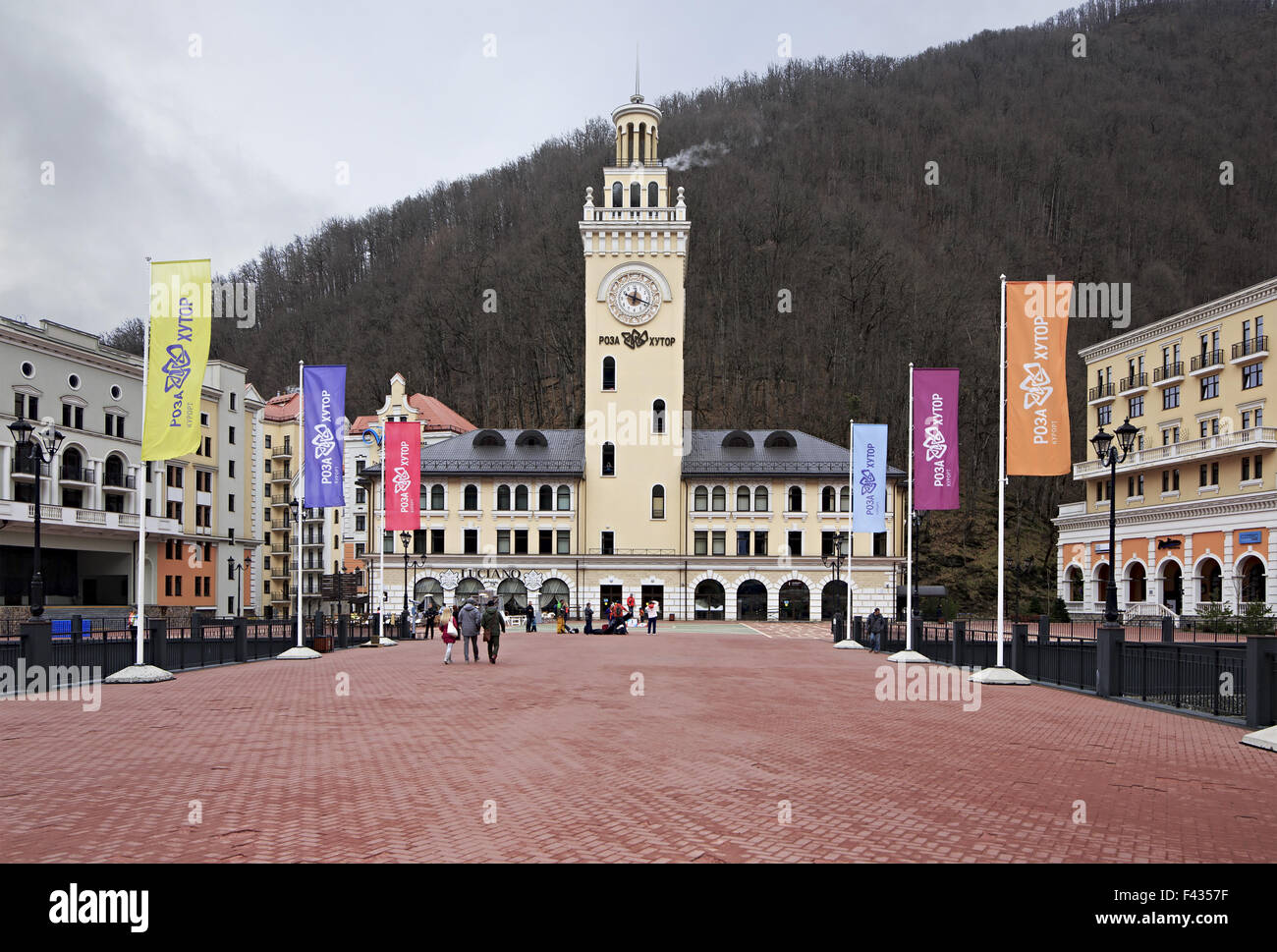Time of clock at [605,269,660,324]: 12:18
